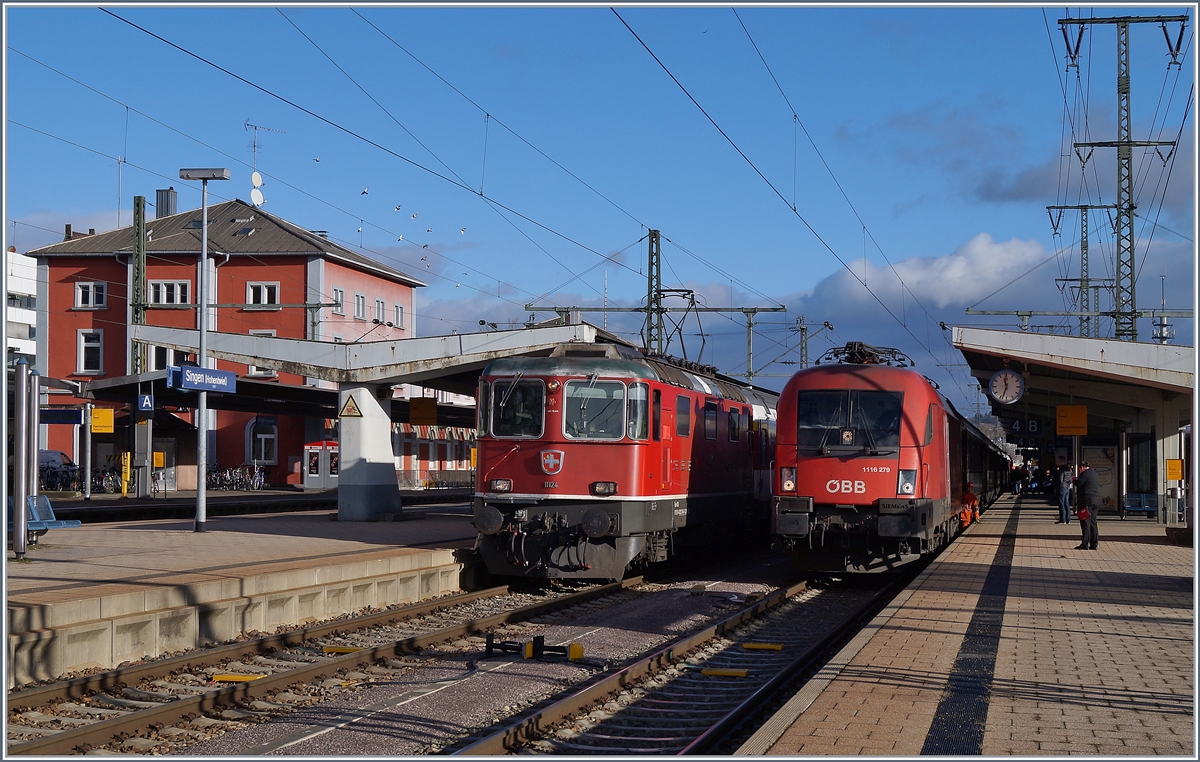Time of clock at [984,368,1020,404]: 11:33
